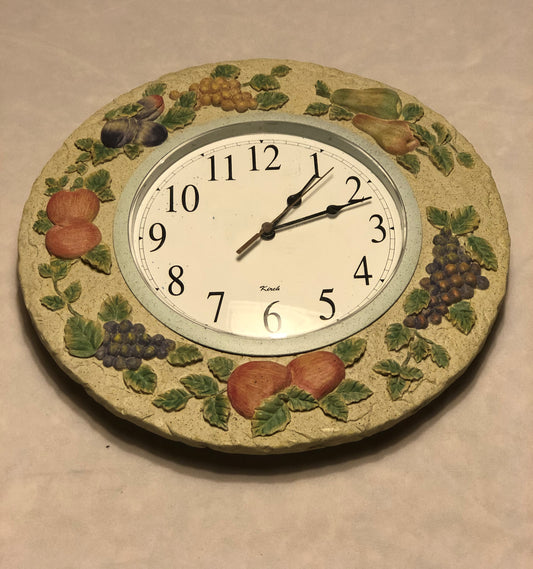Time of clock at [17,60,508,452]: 1:11
